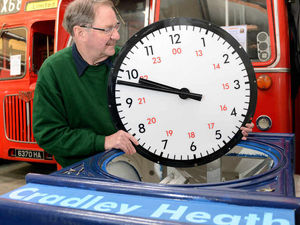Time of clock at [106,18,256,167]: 9:48
